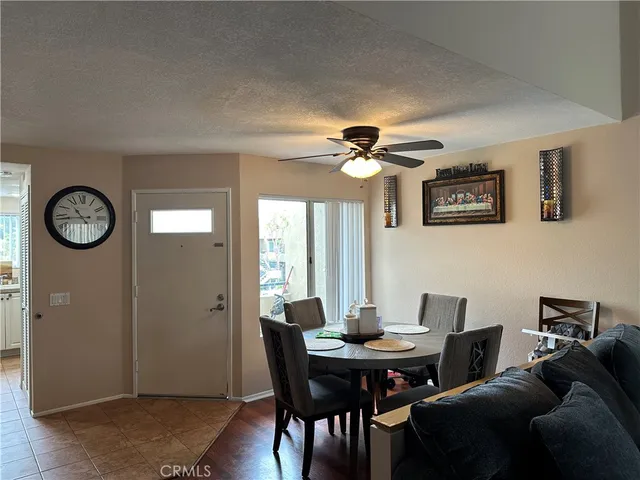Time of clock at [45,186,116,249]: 10:43
